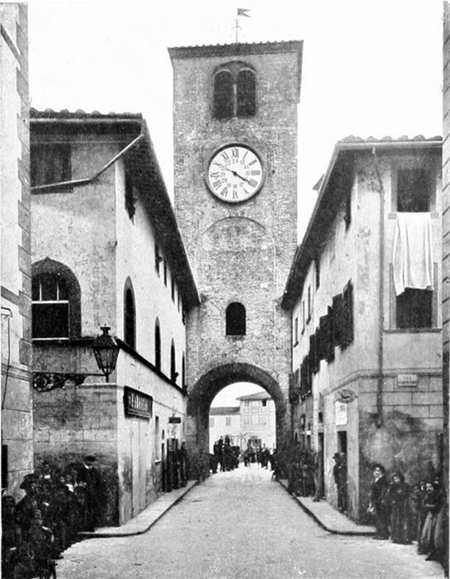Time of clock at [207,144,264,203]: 4:20
